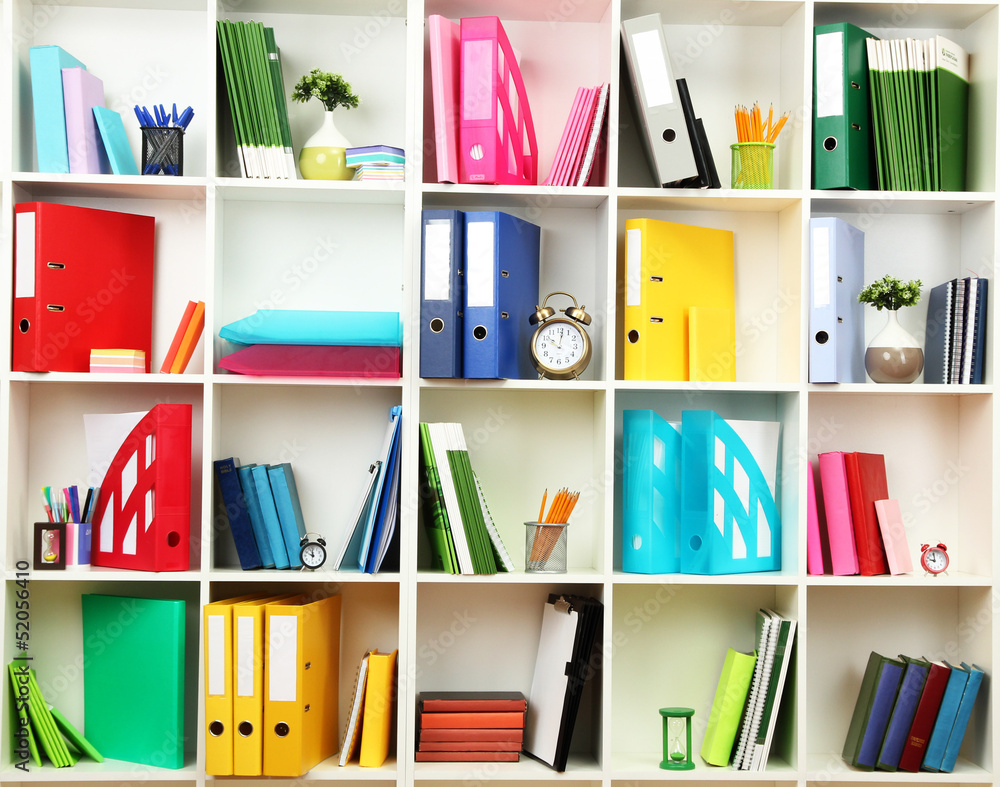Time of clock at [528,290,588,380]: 10:01
